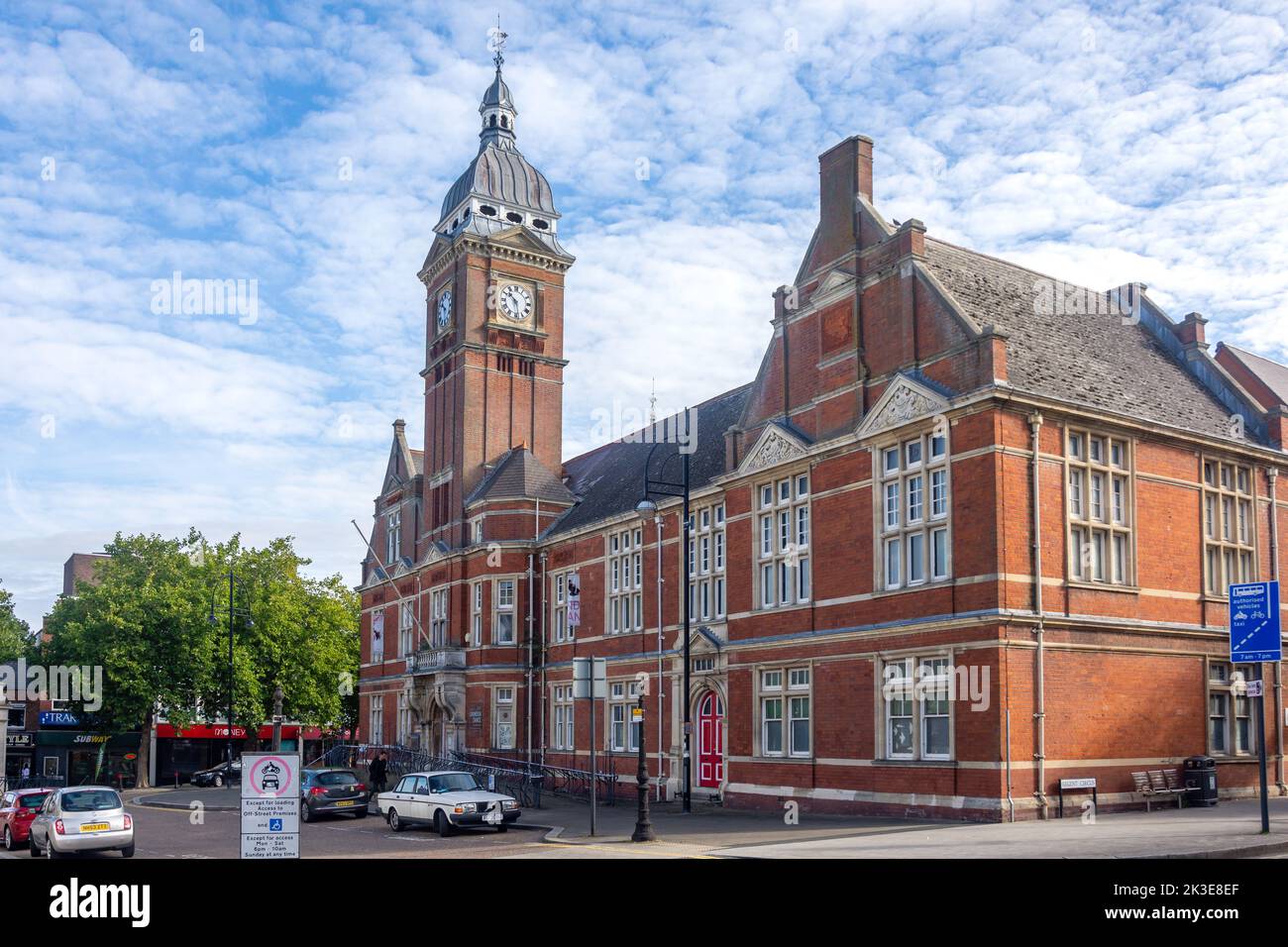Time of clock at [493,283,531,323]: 10:28
